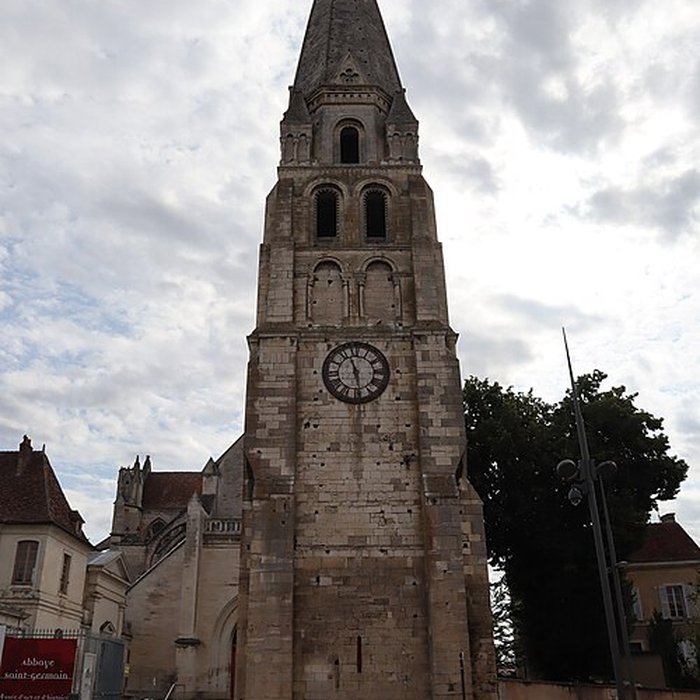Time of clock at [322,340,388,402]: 11:28
